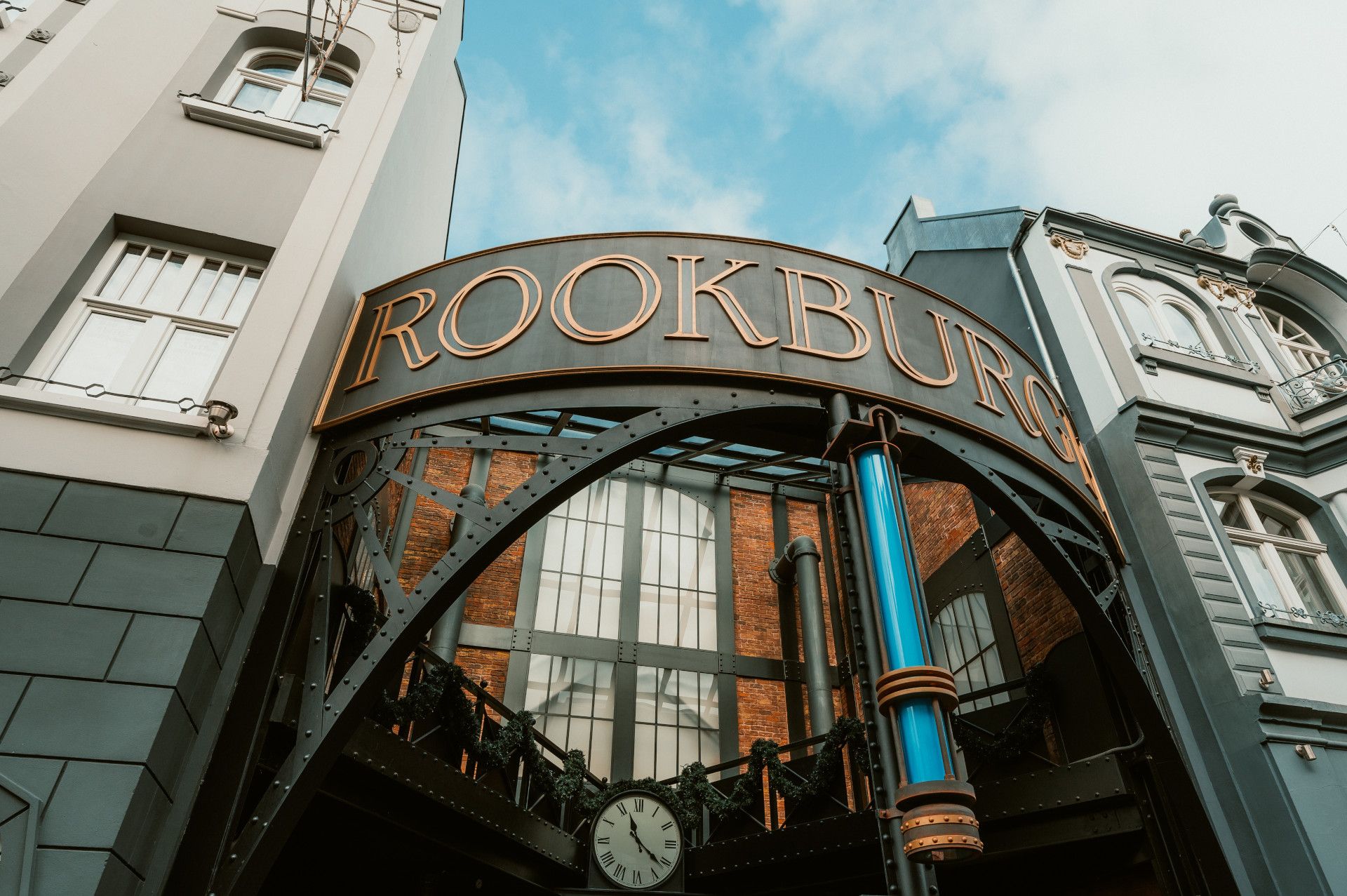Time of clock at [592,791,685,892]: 11:21
